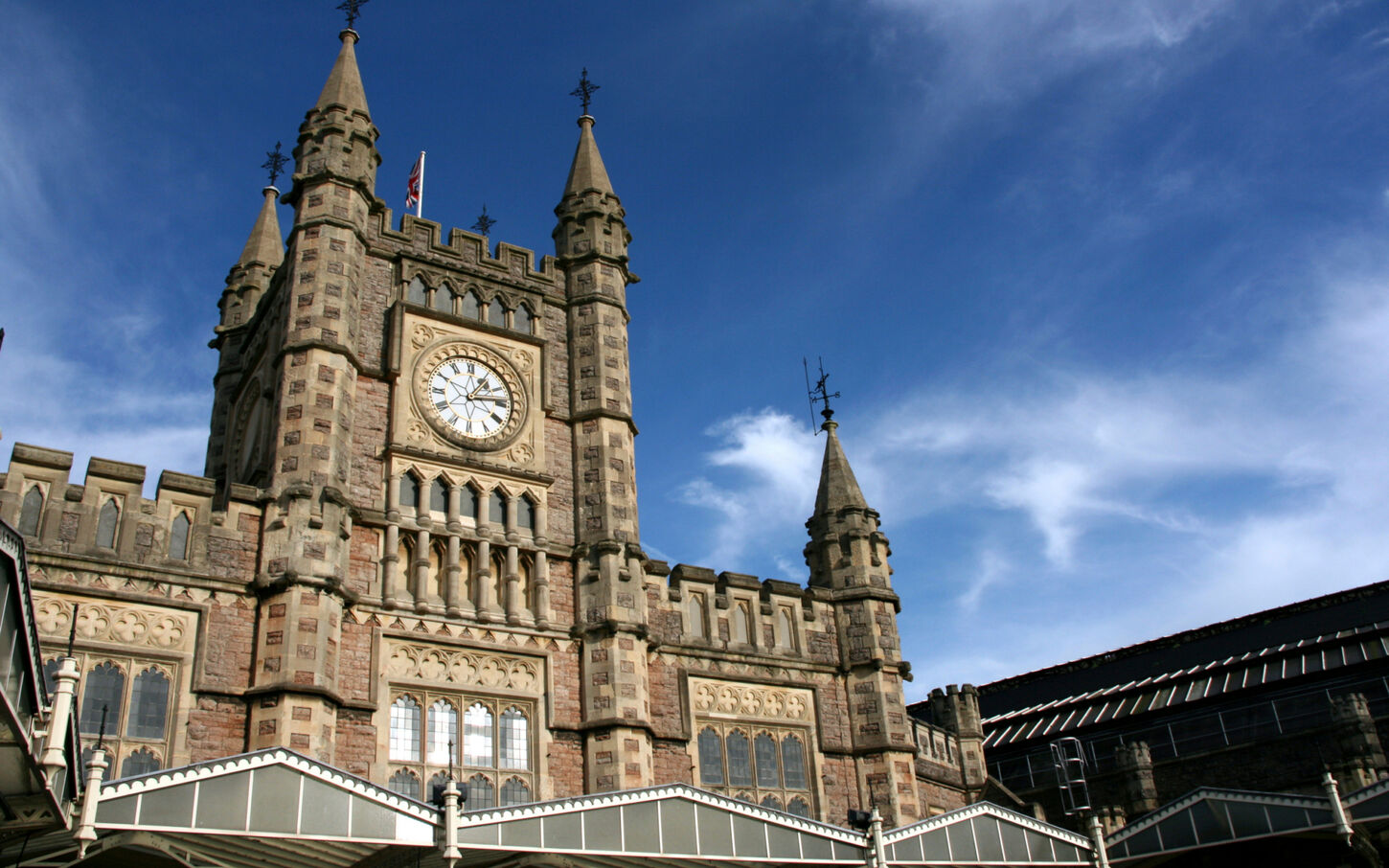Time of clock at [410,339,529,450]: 1:13
